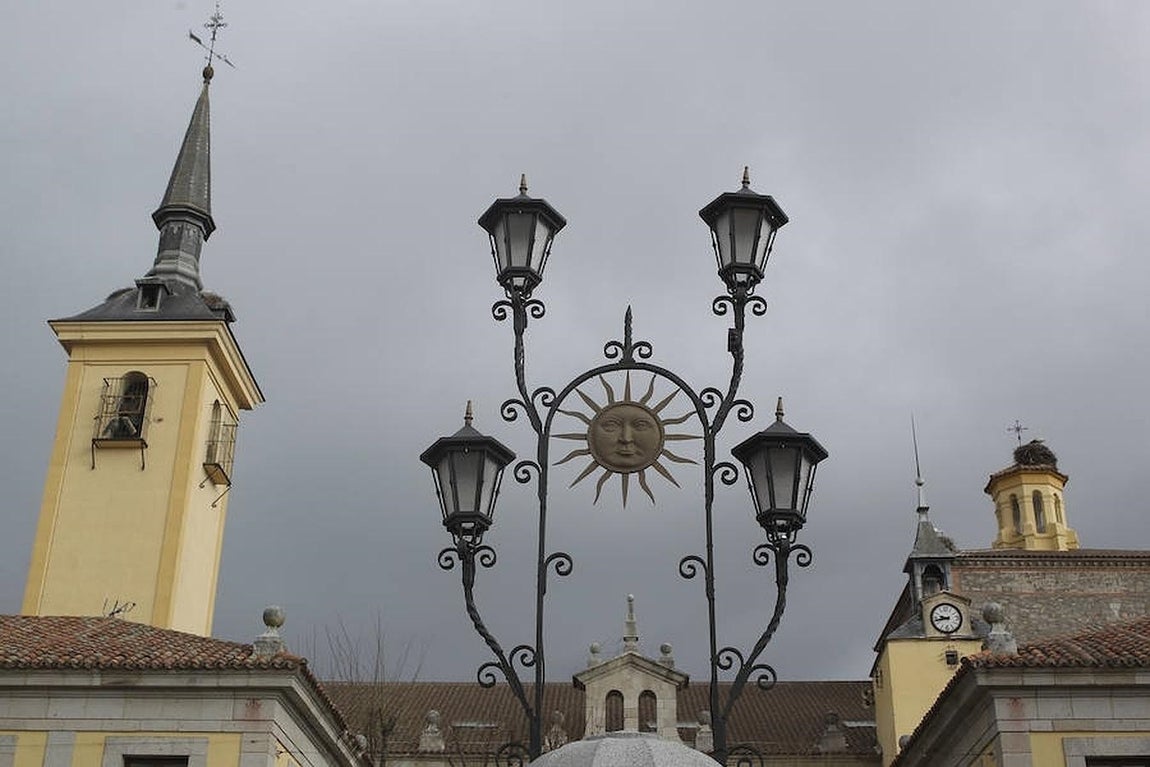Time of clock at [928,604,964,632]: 9:42
